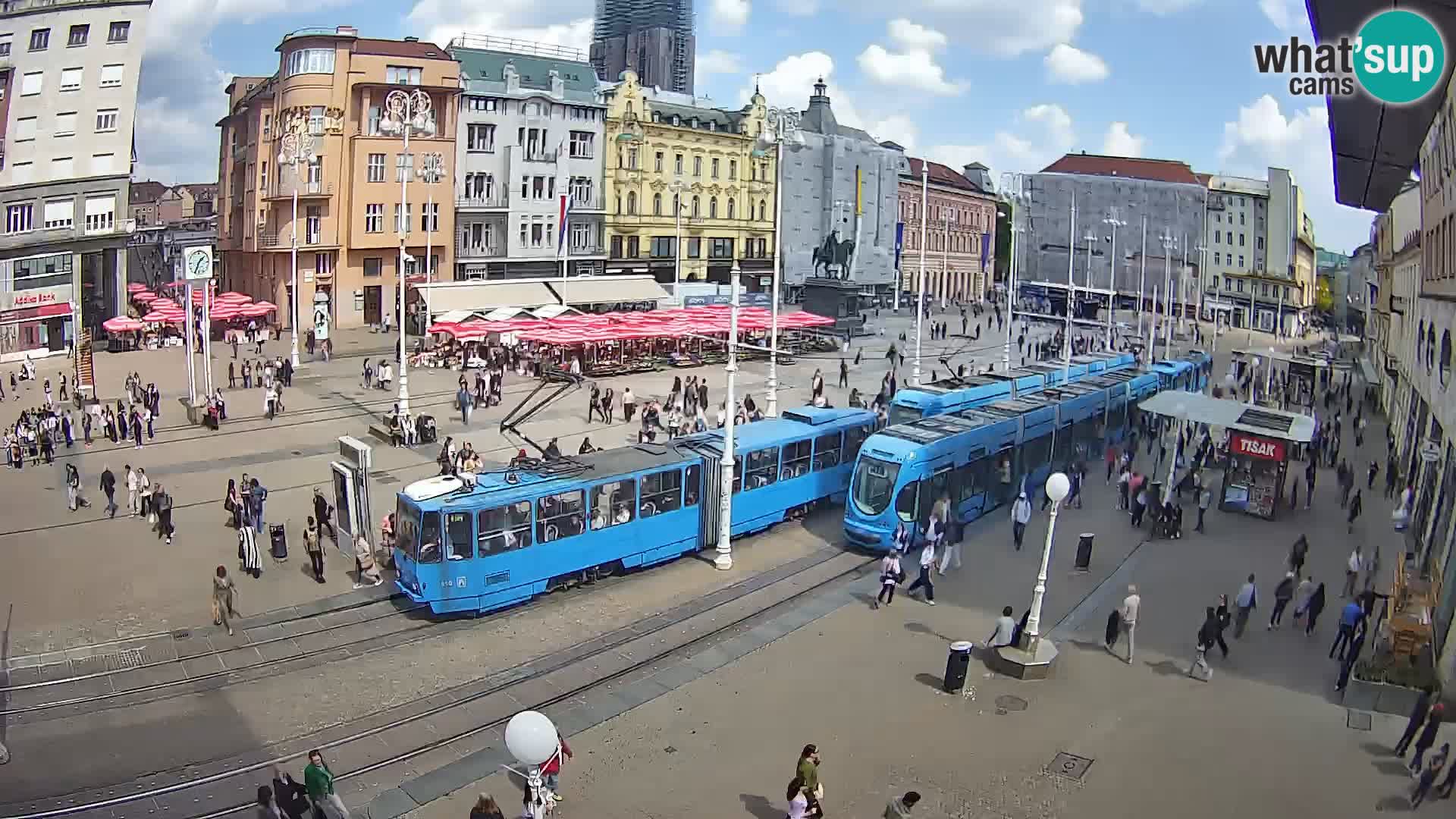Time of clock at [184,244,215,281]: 1:34
